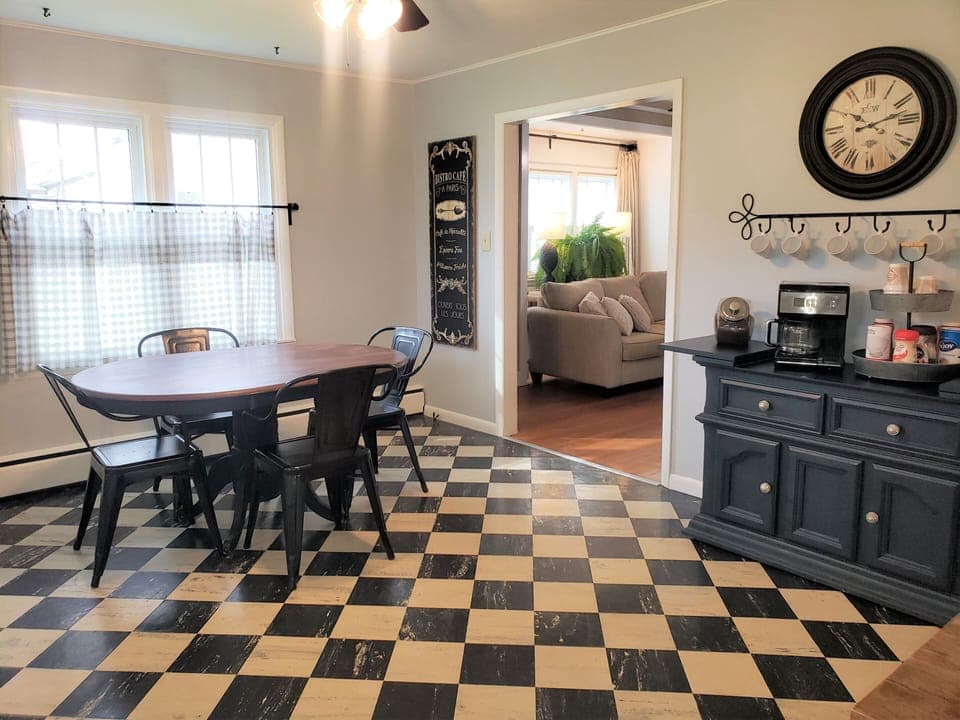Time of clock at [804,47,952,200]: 10:12
